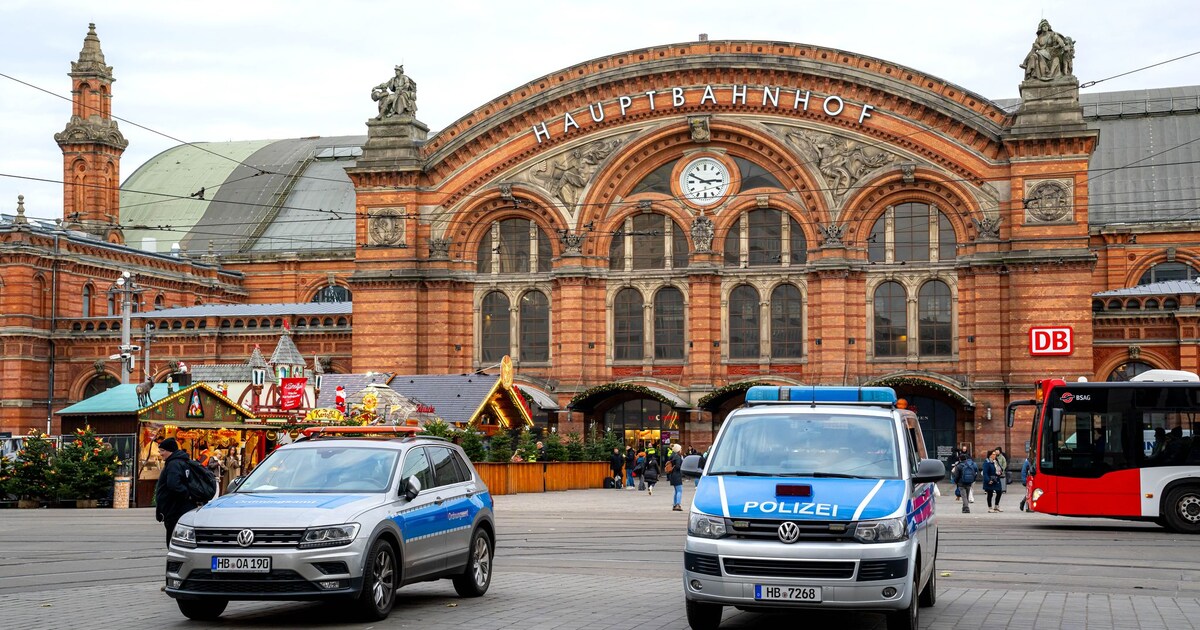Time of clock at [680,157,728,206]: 2:49
